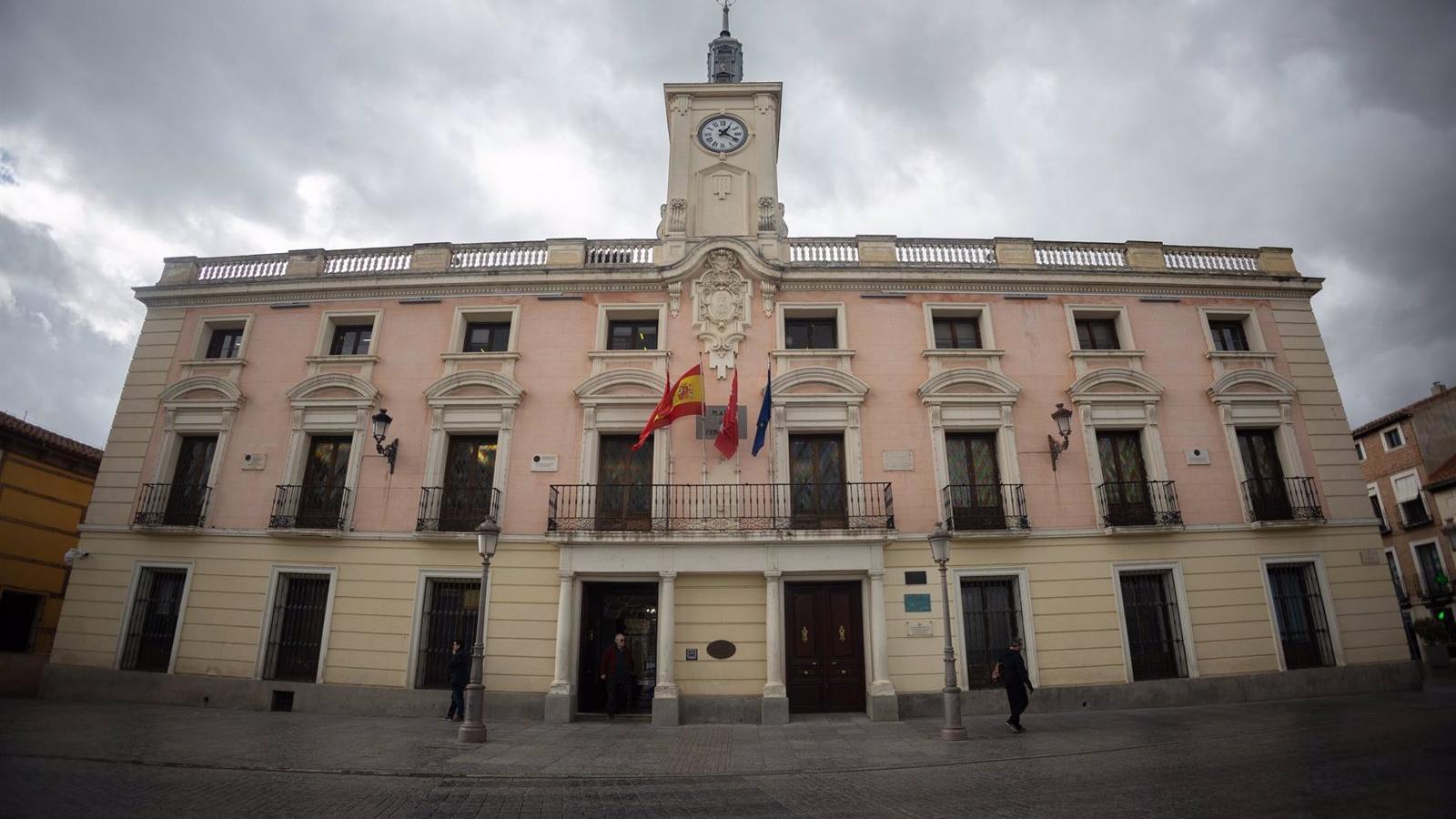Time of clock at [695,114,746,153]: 1:19
